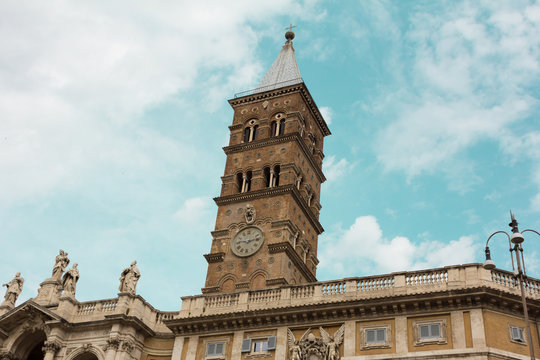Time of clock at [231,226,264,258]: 9:12
